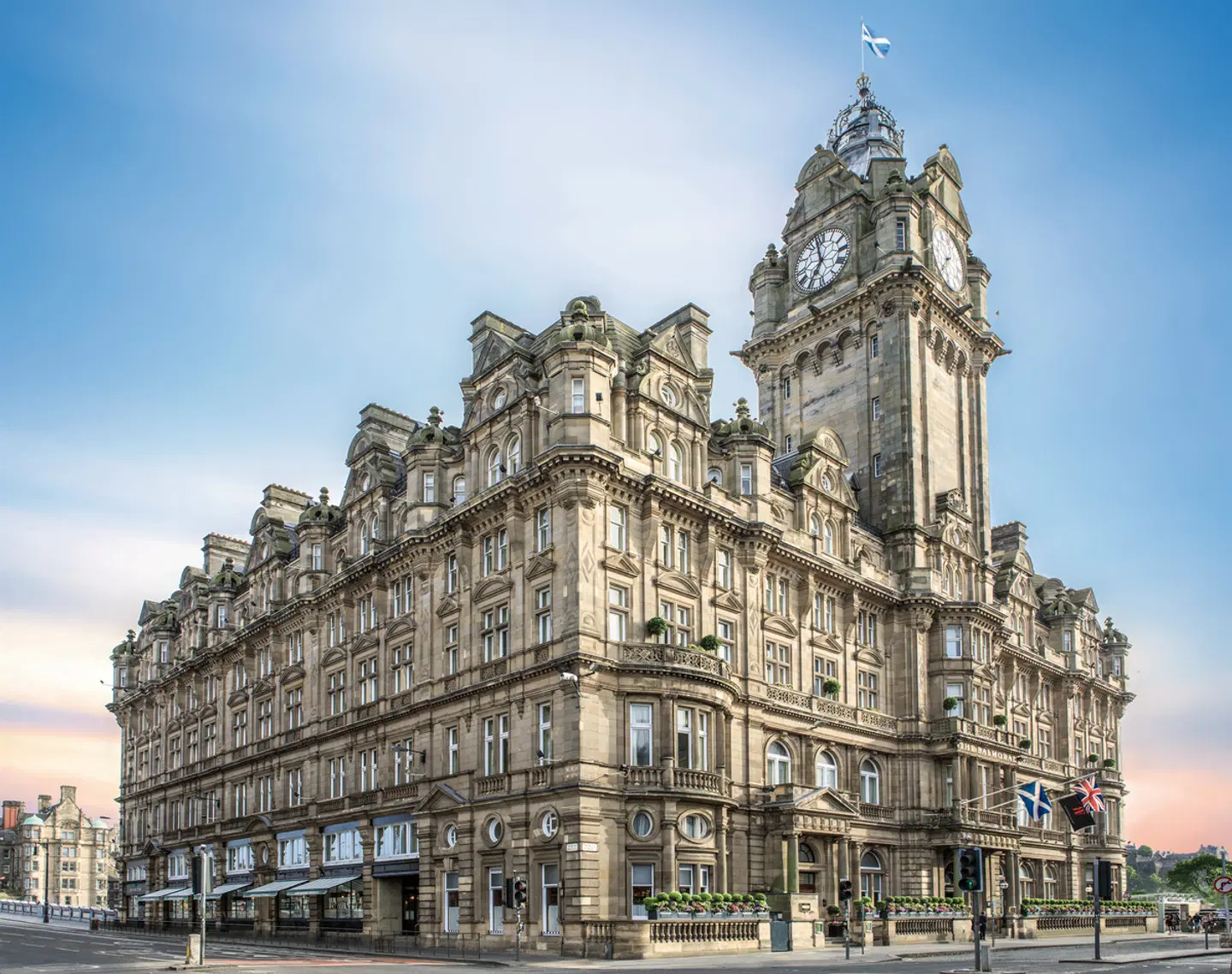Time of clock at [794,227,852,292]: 6:58
